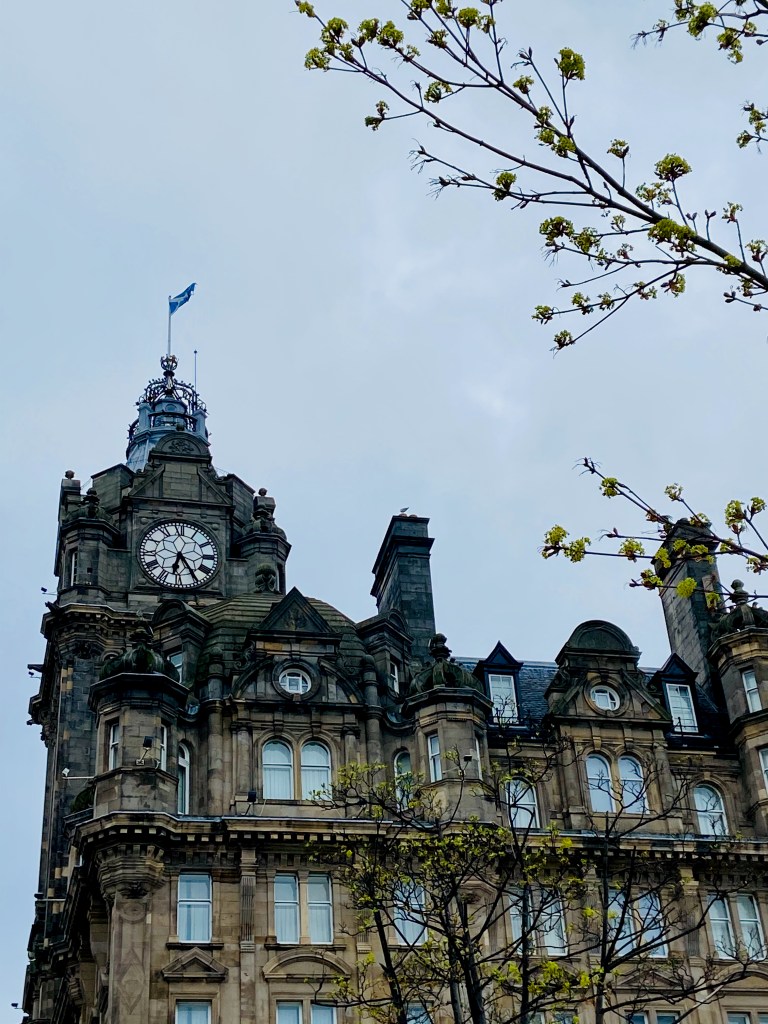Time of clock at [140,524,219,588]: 6:24
